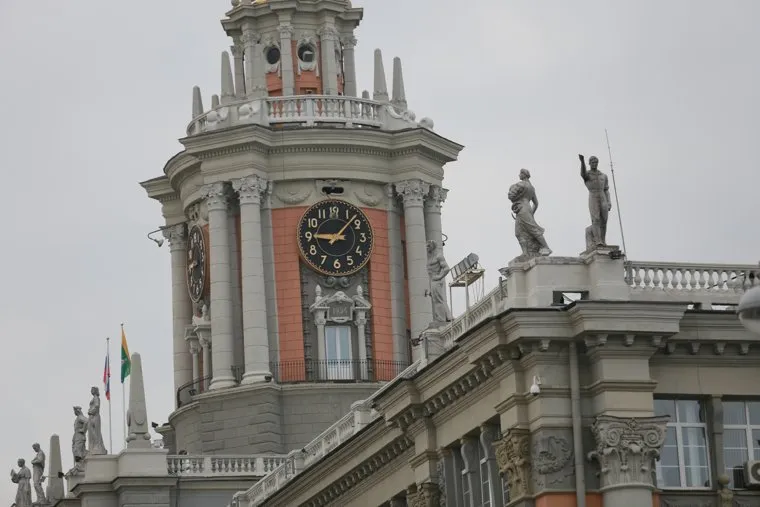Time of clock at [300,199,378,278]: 9:07
